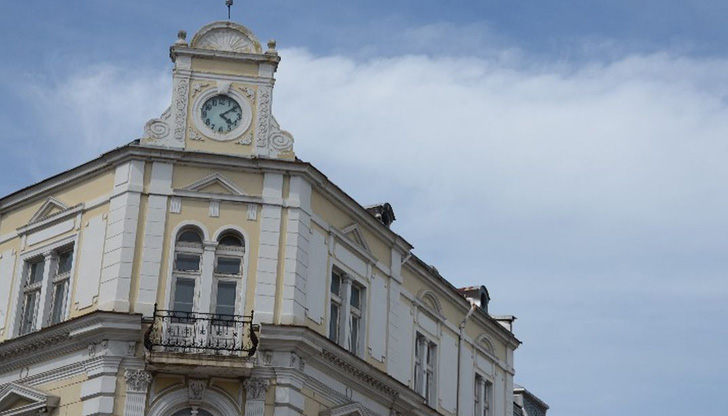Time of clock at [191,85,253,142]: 4:09
